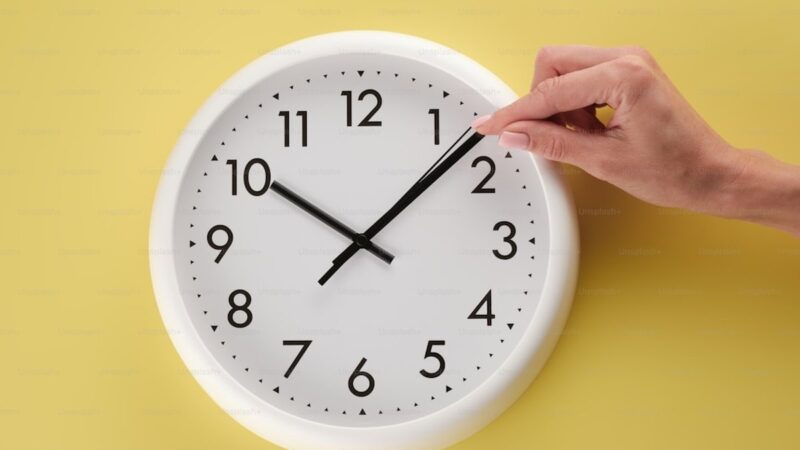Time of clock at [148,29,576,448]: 10:07
